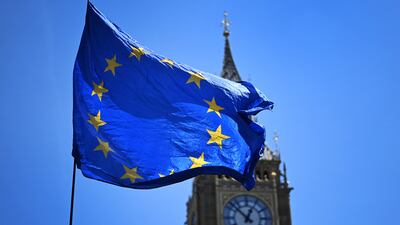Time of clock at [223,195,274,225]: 12:52
